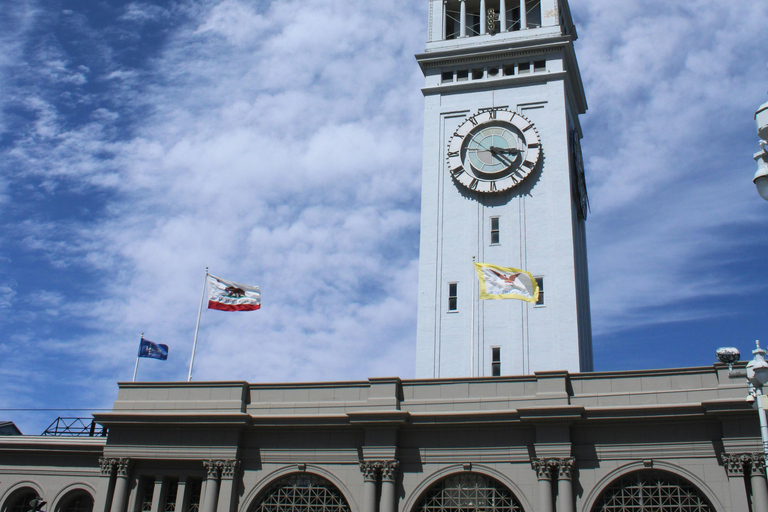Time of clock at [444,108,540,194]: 3:22
